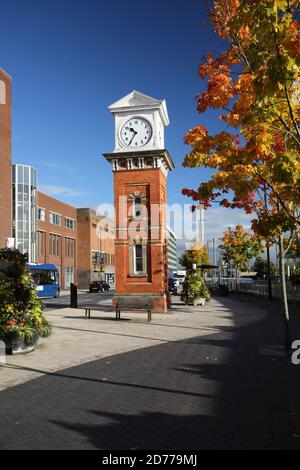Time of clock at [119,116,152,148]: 10:35
